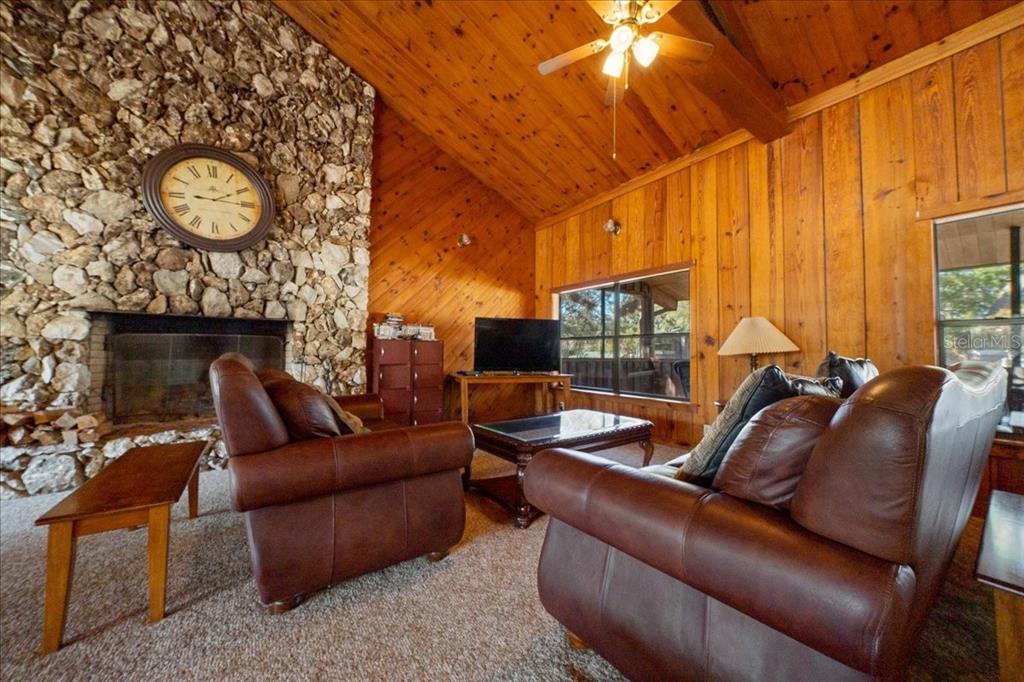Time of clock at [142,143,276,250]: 9:10
